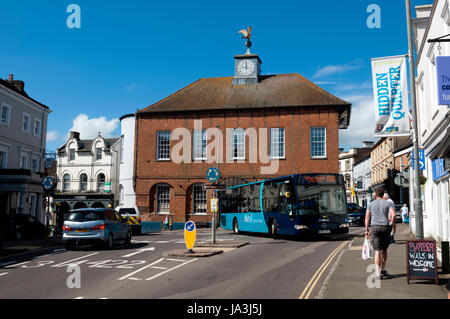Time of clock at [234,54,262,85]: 10:00
